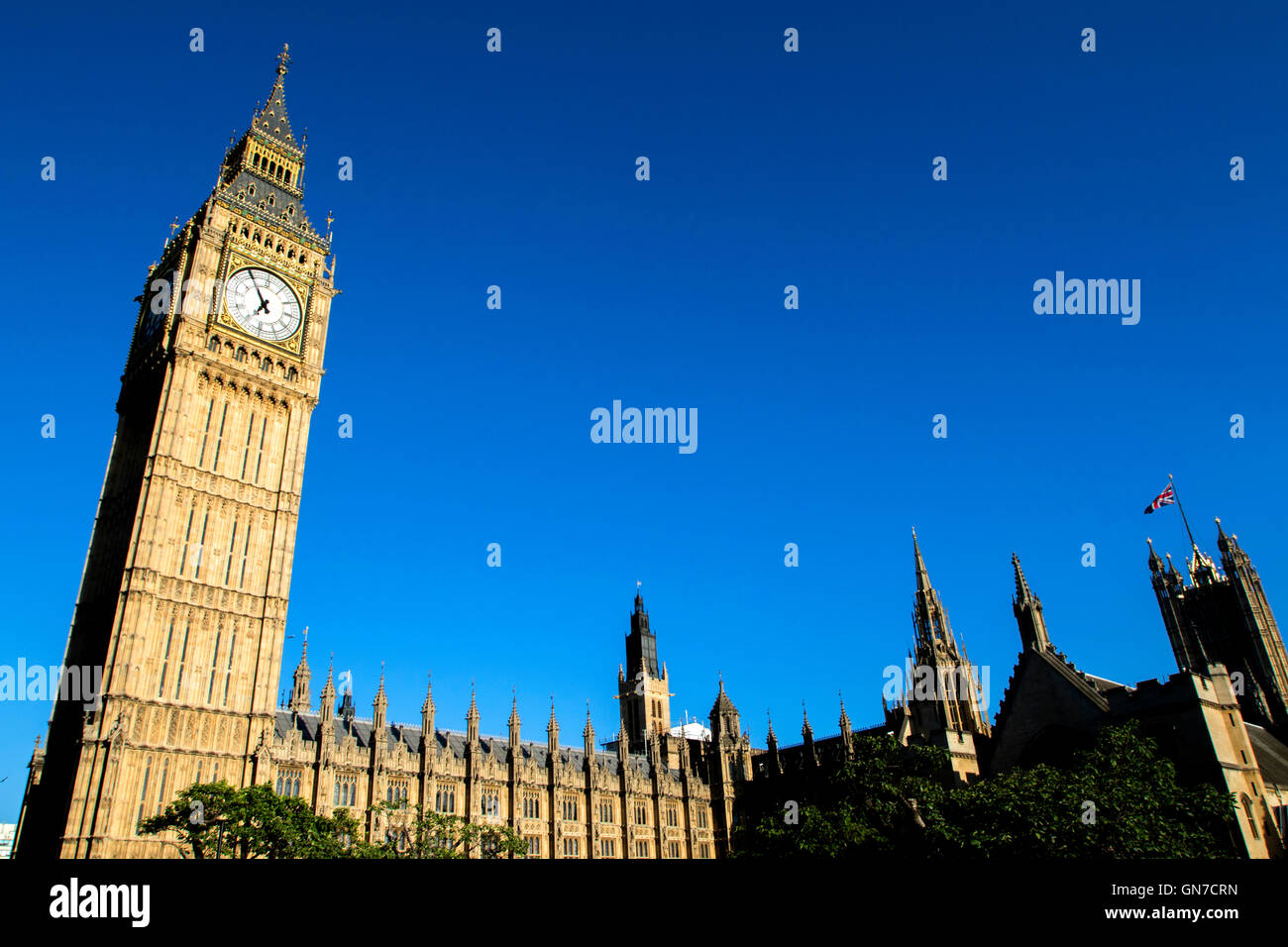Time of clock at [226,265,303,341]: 6:54
